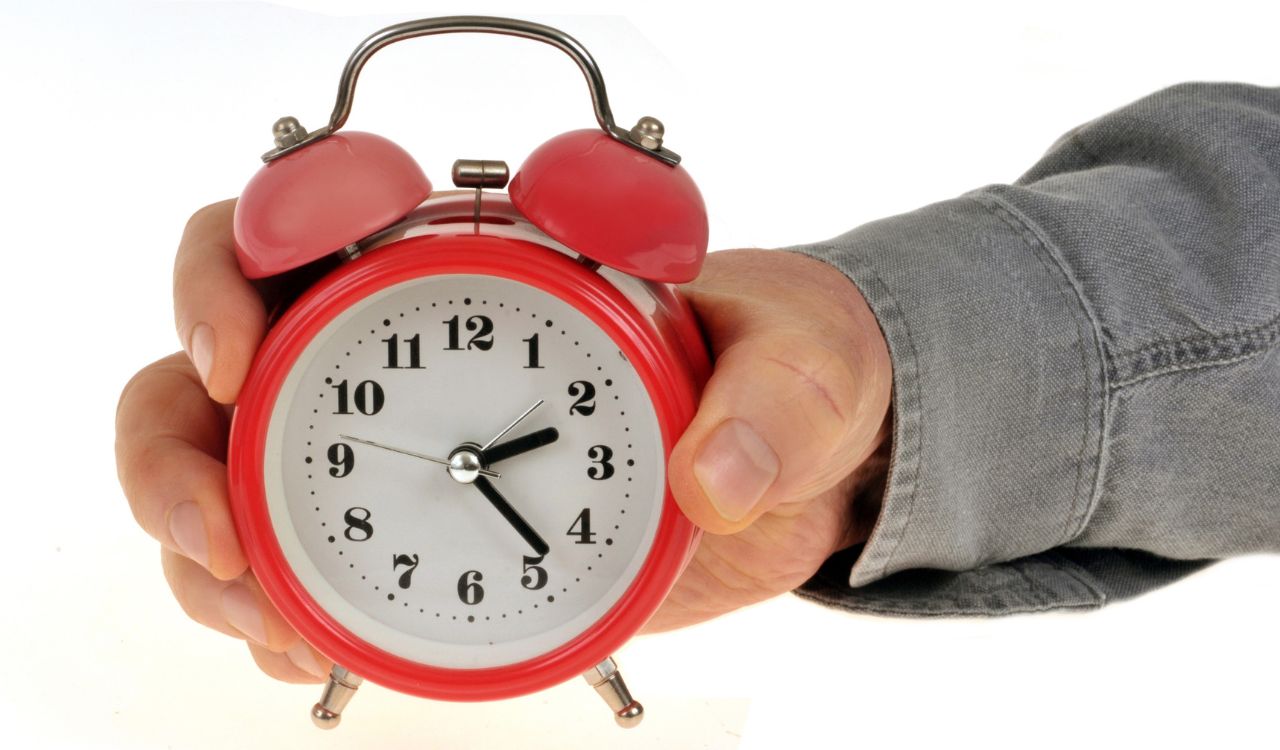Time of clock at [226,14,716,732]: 2:23
